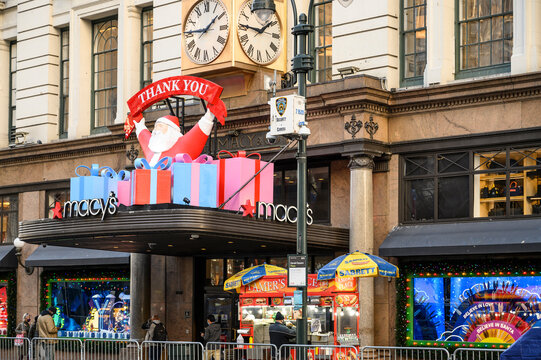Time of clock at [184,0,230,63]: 1:45
